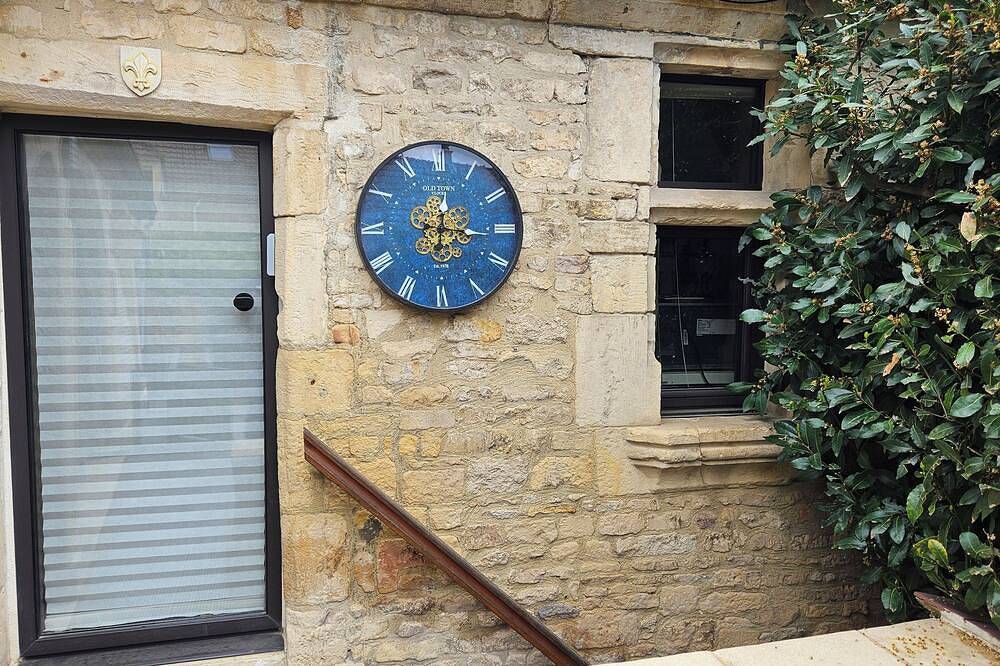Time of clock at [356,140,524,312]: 12:16
